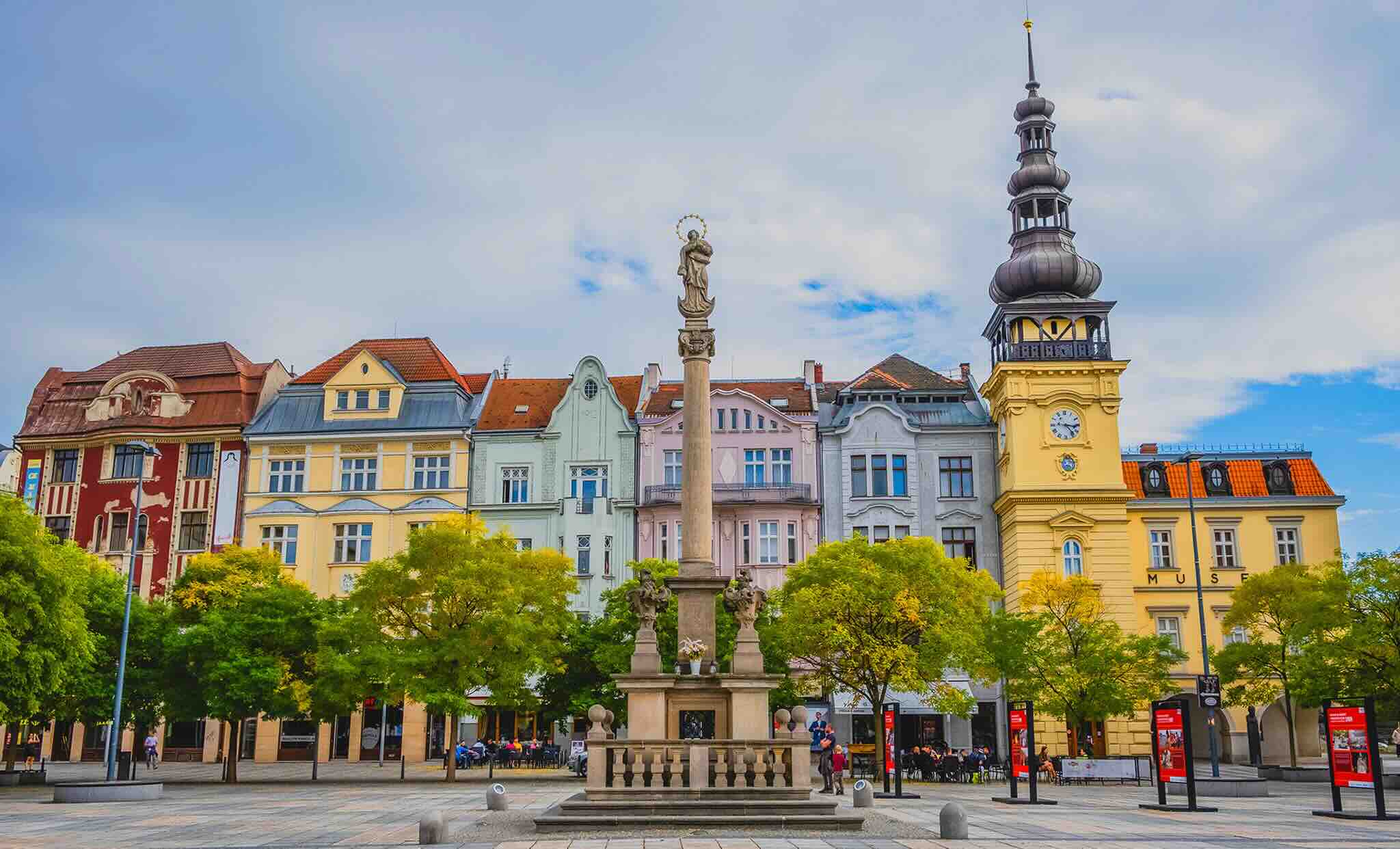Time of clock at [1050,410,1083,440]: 3:23
